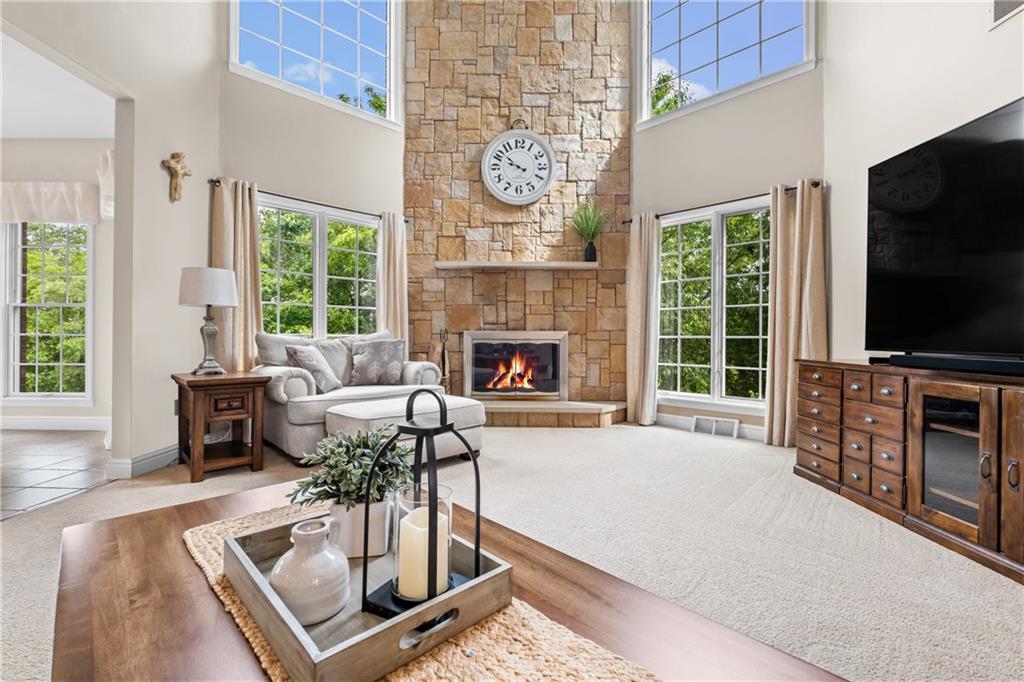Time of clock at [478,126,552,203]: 9:51
